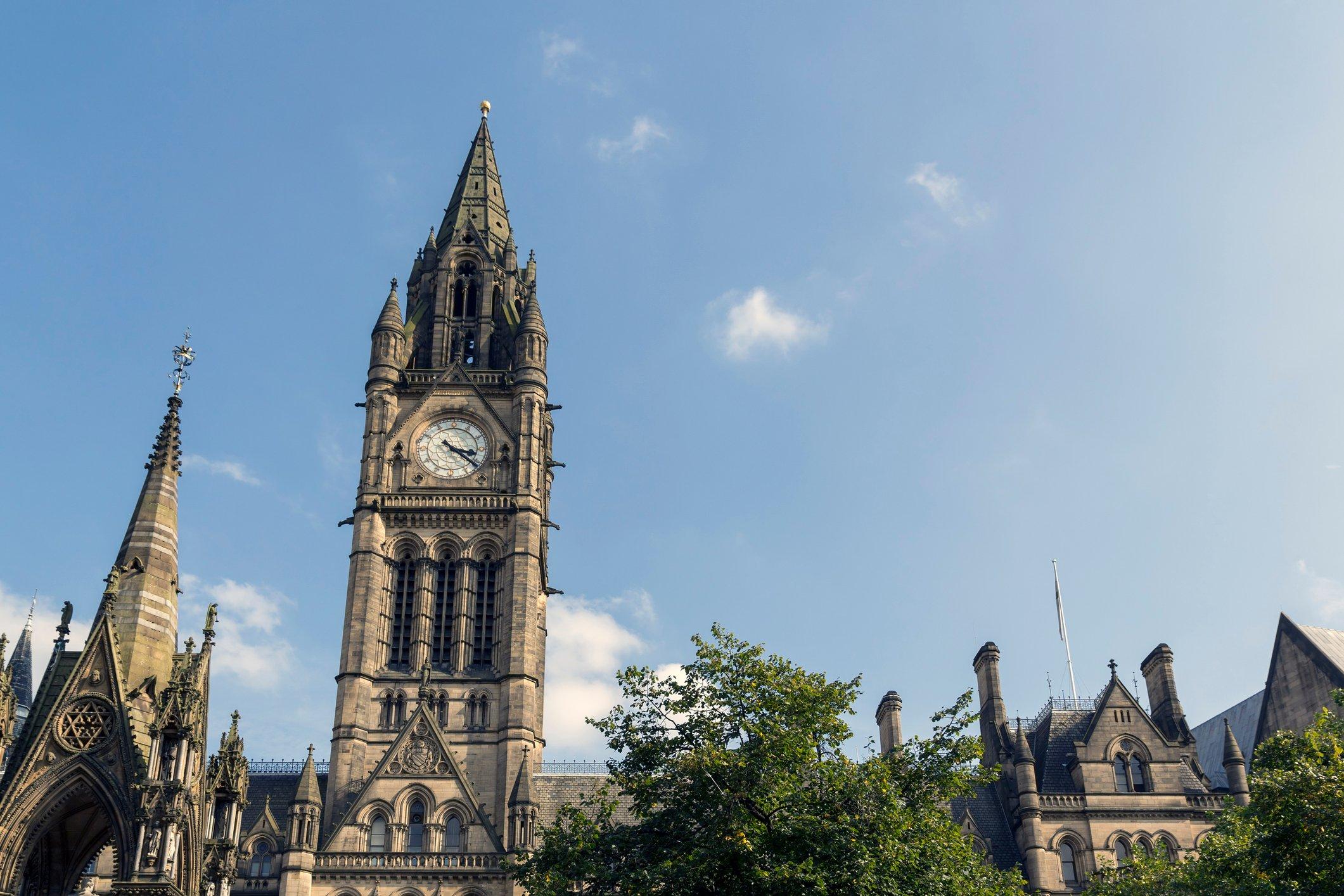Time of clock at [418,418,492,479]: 3:21
